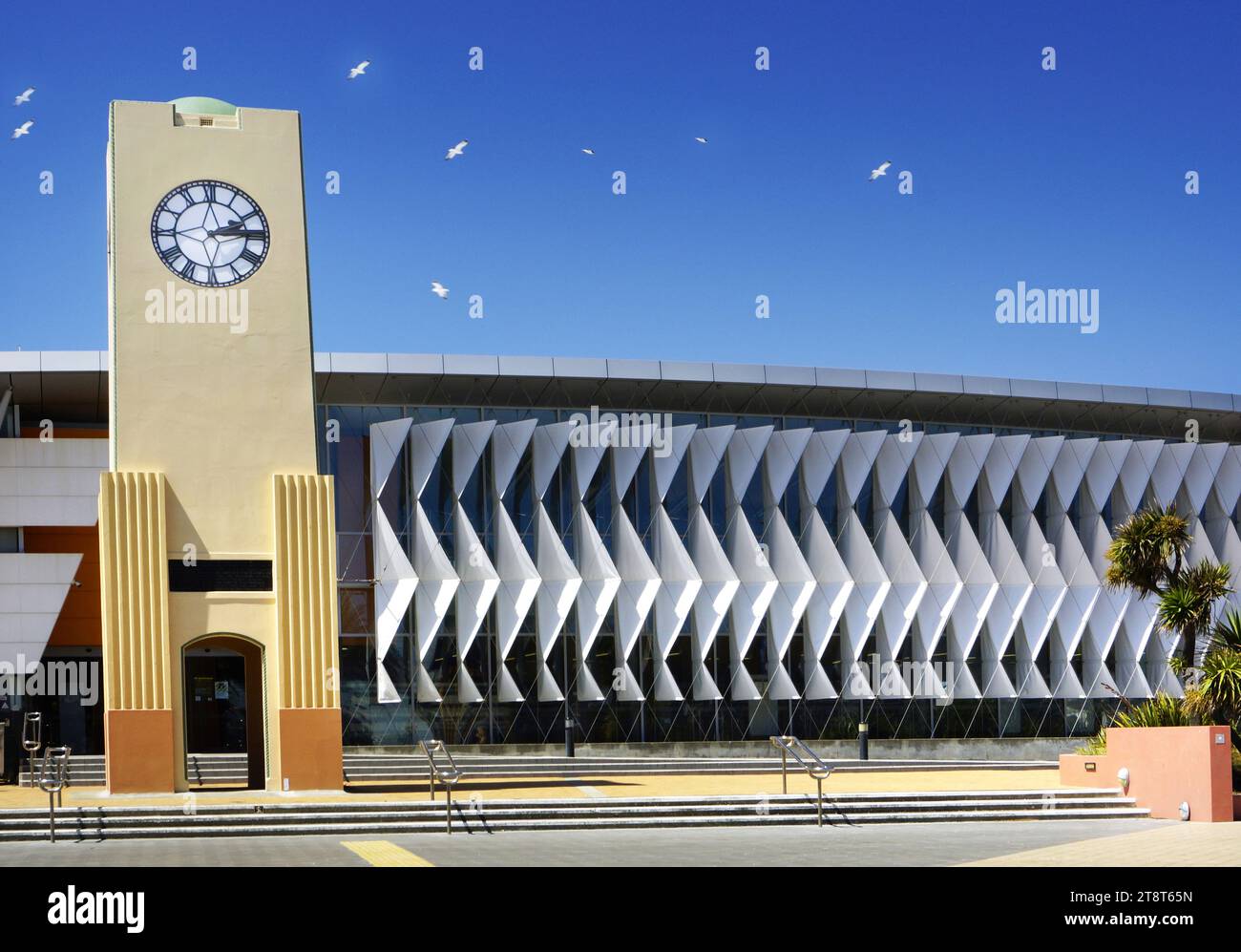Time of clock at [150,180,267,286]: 2:14
